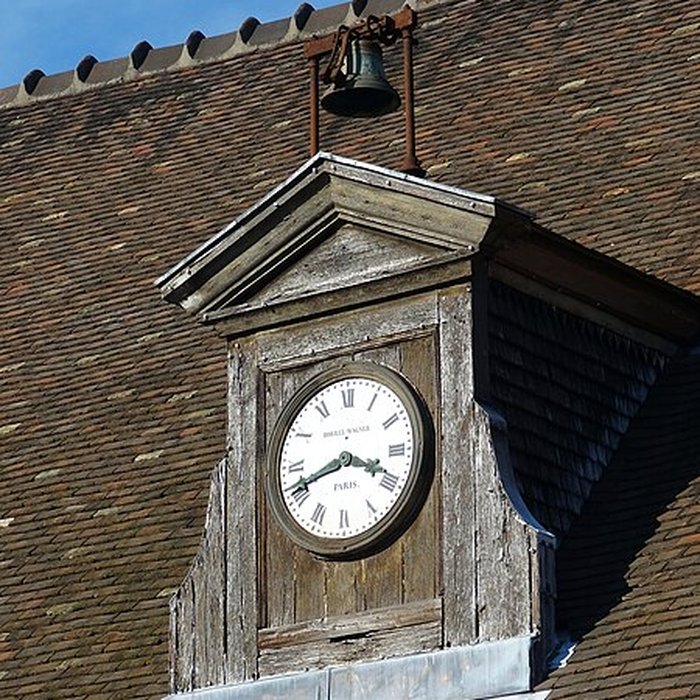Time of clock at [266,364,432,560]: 3:41
